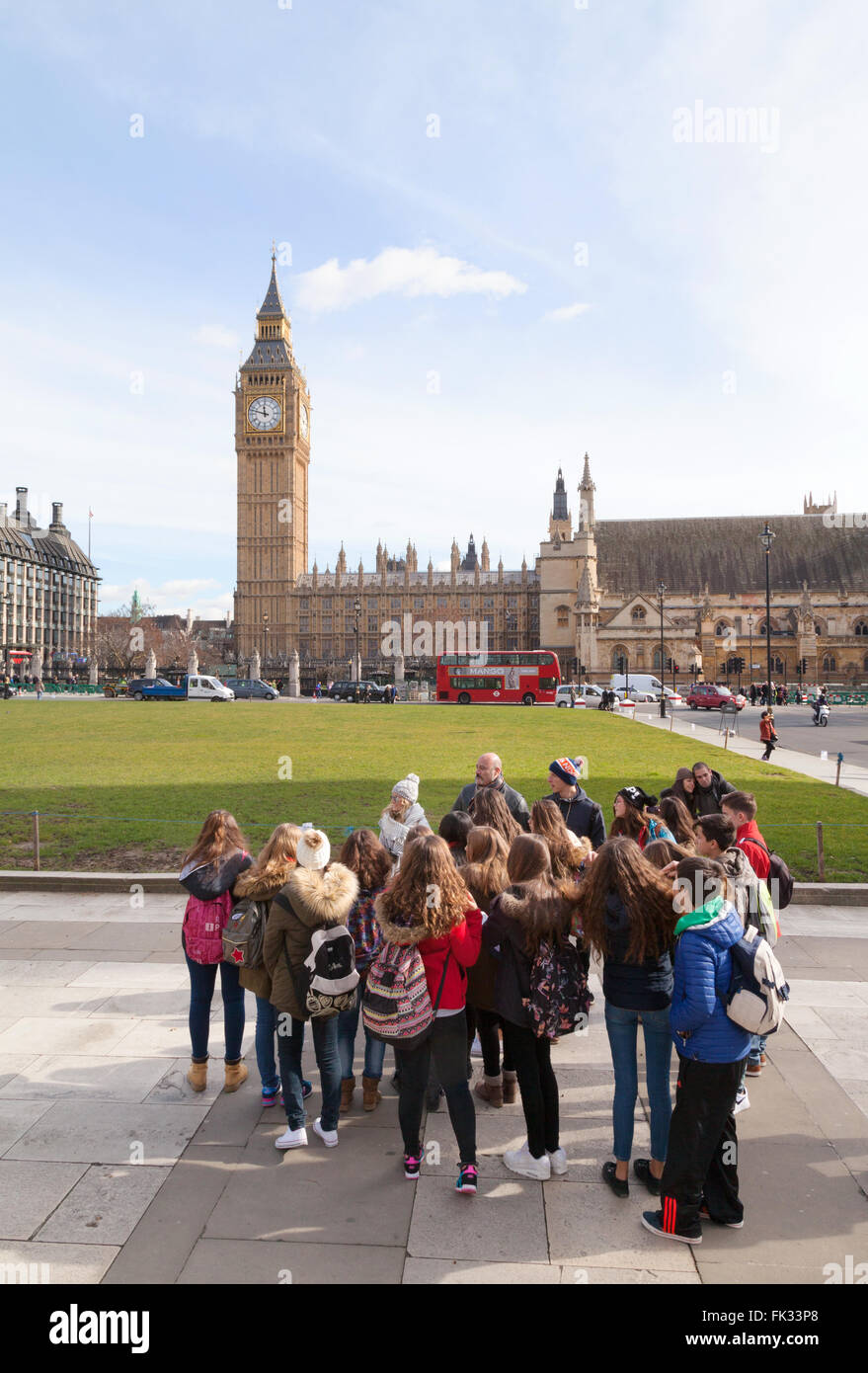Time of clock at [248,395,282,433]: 11:47
